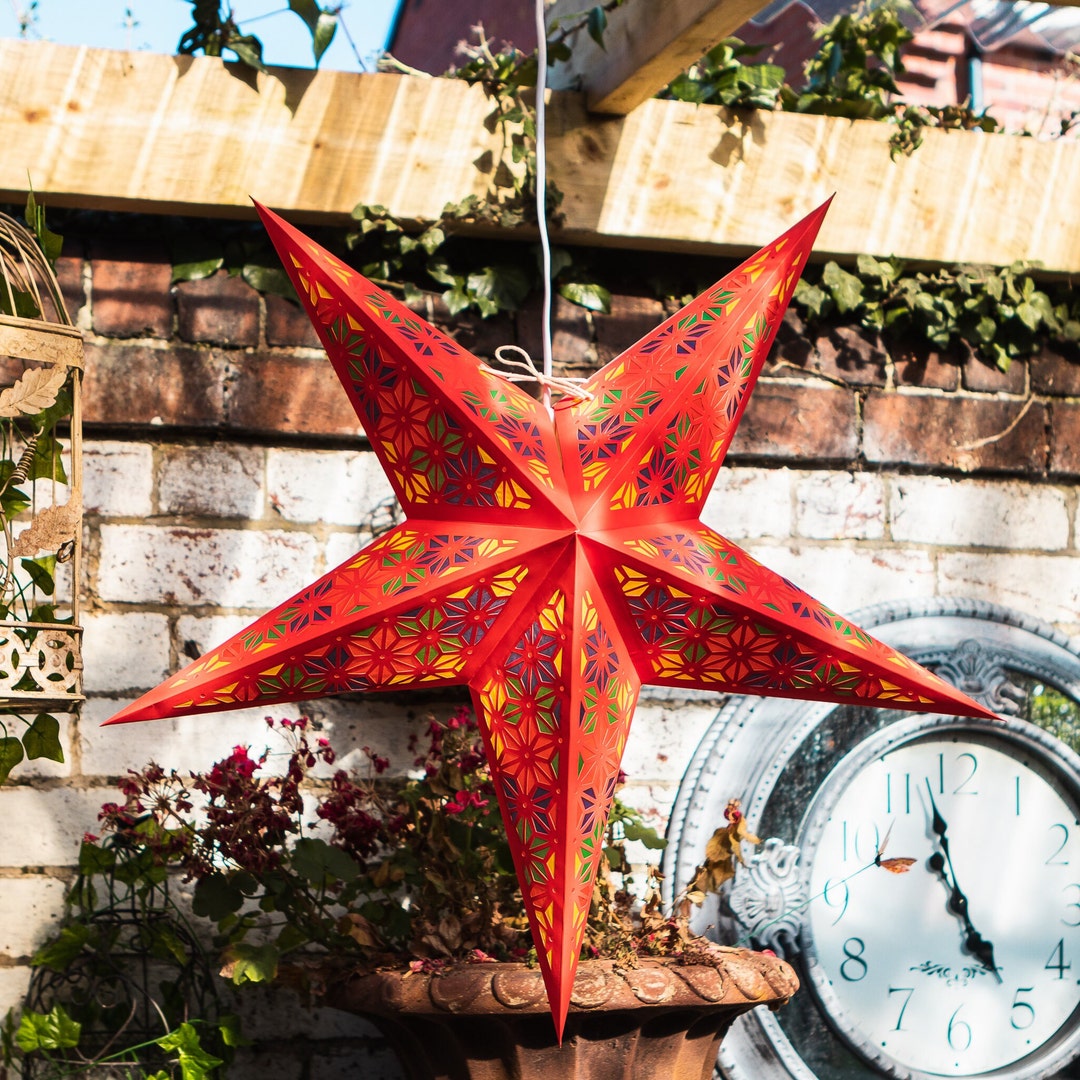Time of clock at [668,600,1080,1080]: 4:57
